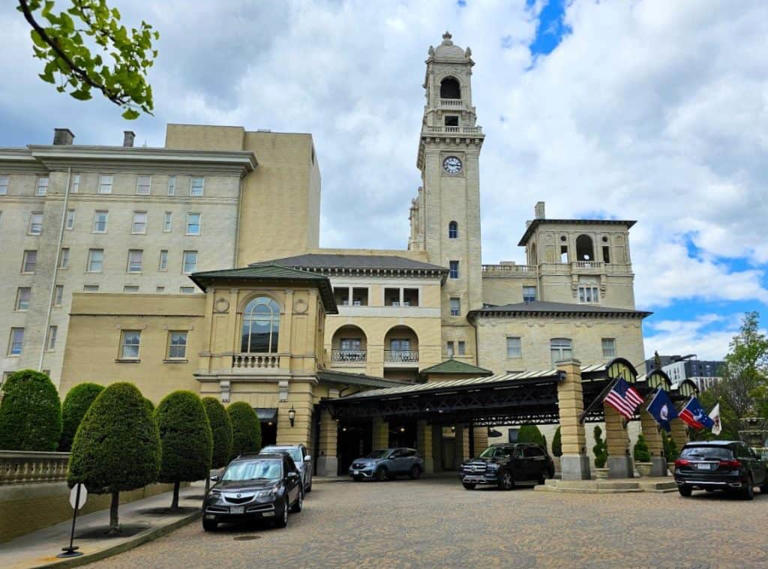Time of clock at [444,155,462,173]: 2:47
